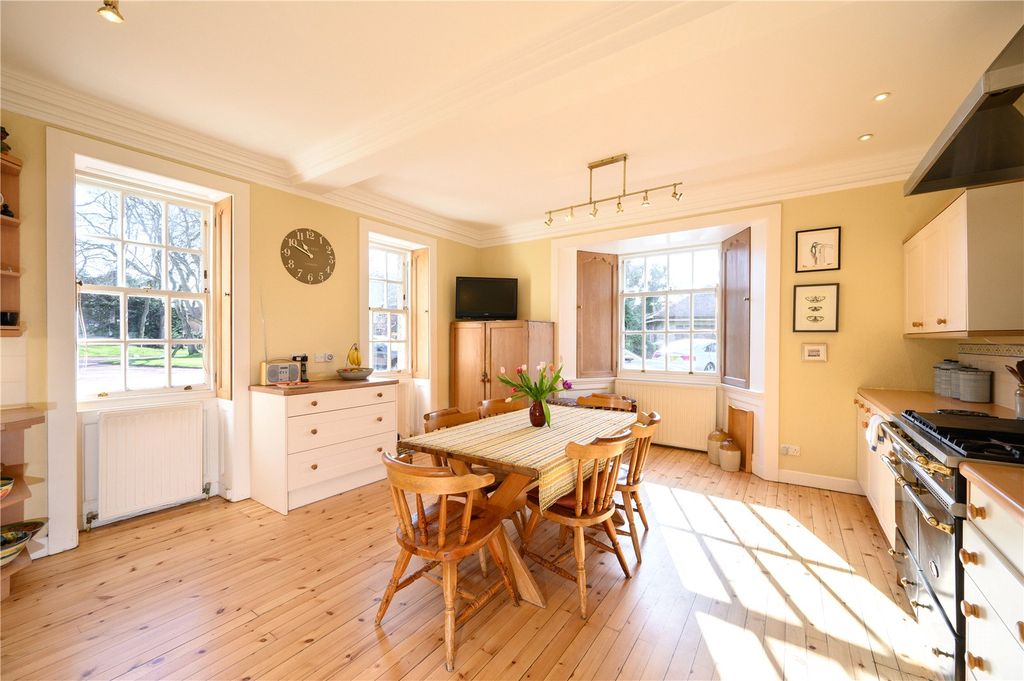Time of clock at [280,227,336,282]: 10:49
